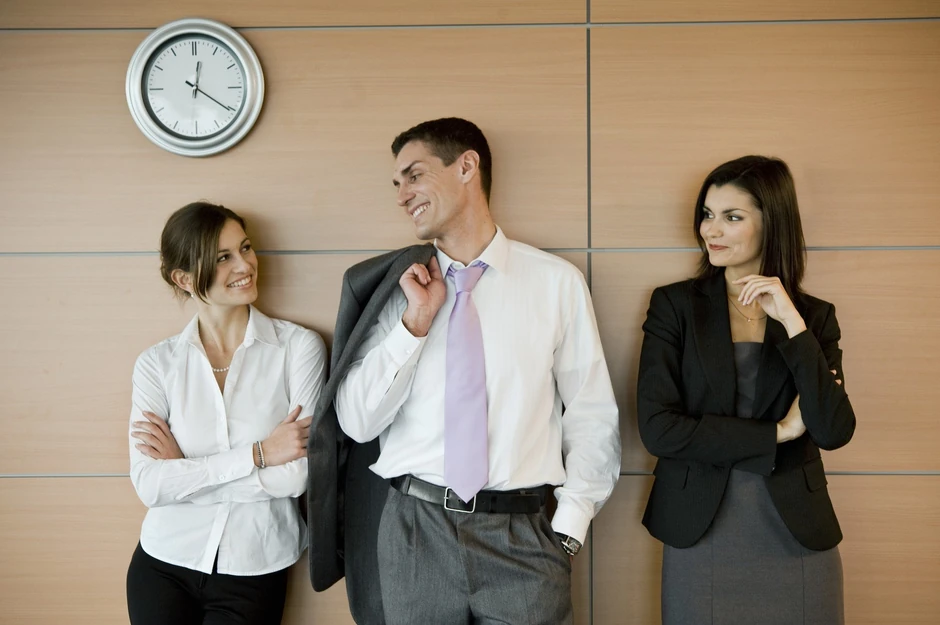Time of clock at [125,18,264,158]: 12:20
